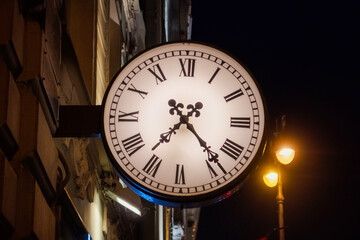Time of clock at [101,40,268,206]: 7:23
